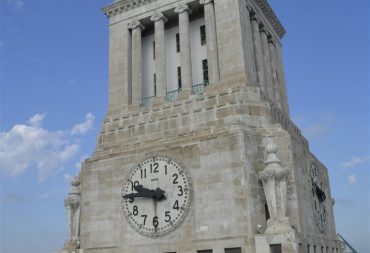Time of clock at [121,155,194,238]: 9:45
